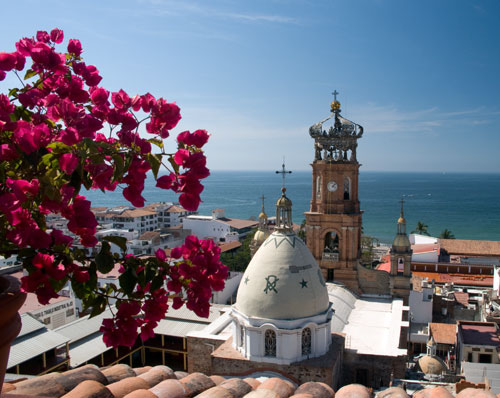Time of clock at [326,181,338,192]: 4:07
